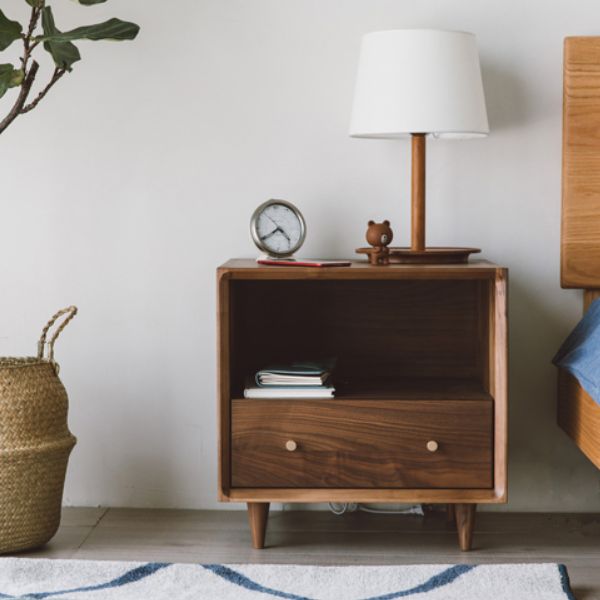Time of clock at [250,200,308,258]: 4:39
